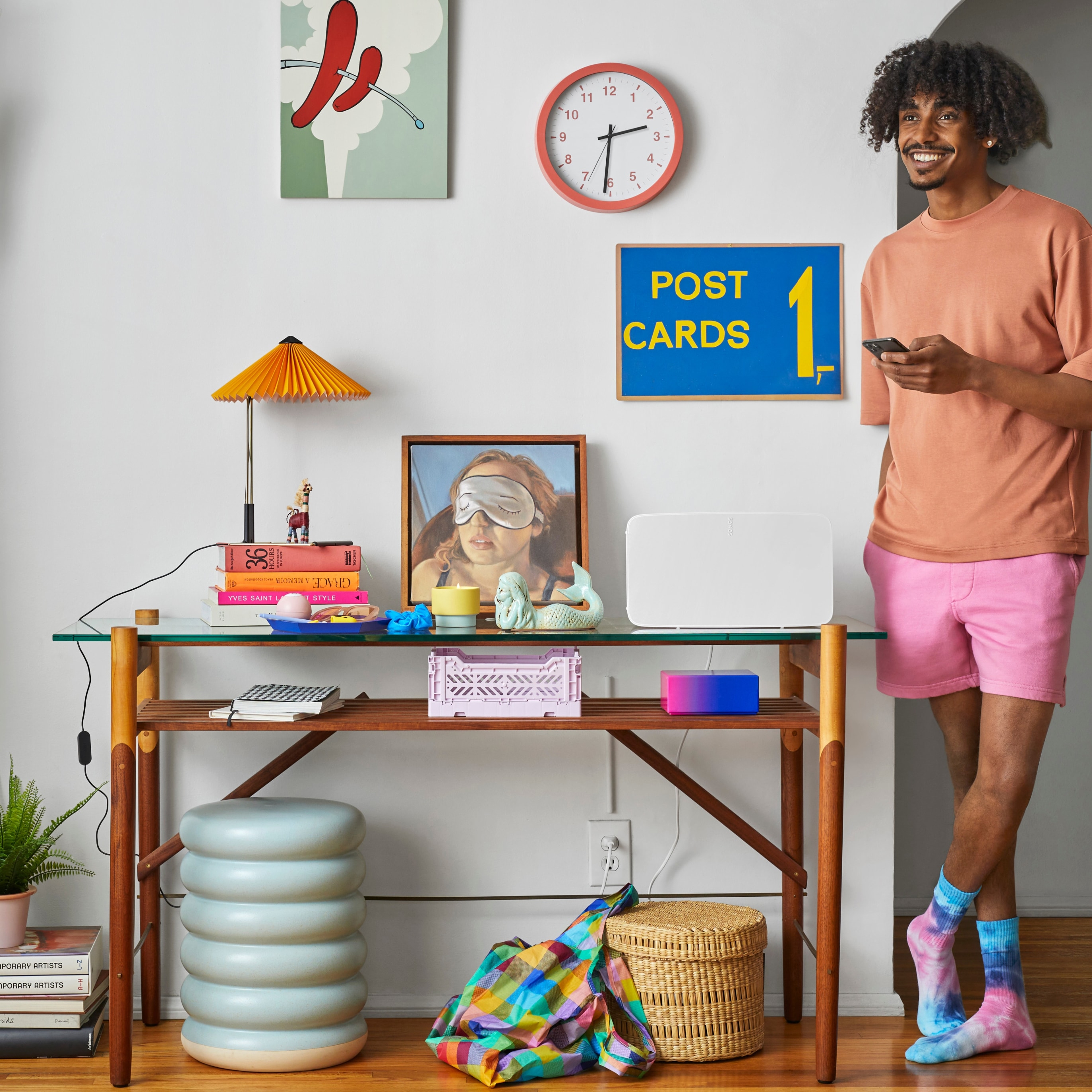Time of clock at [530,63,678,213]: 2:30
